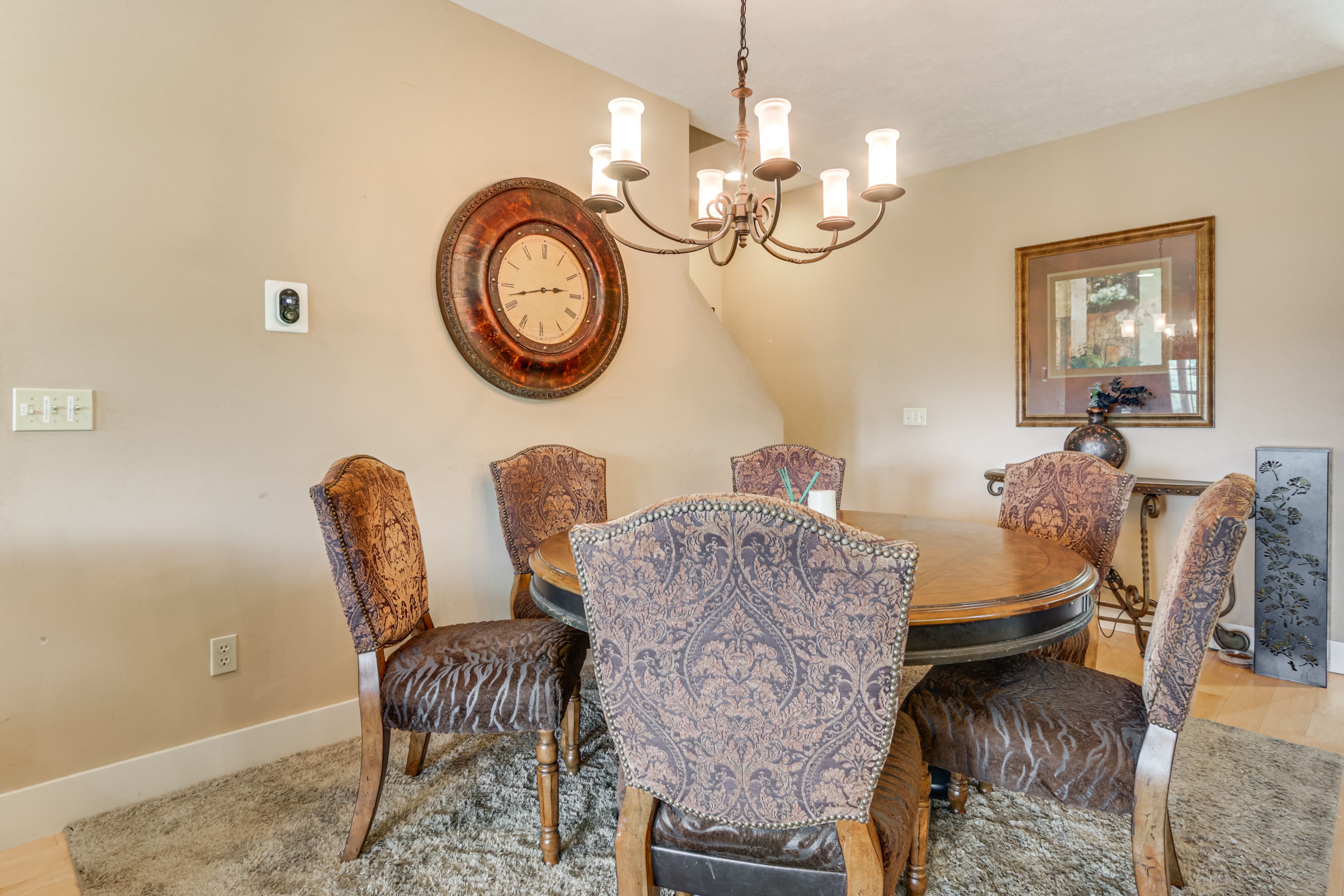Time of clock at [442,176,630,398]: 2:42
